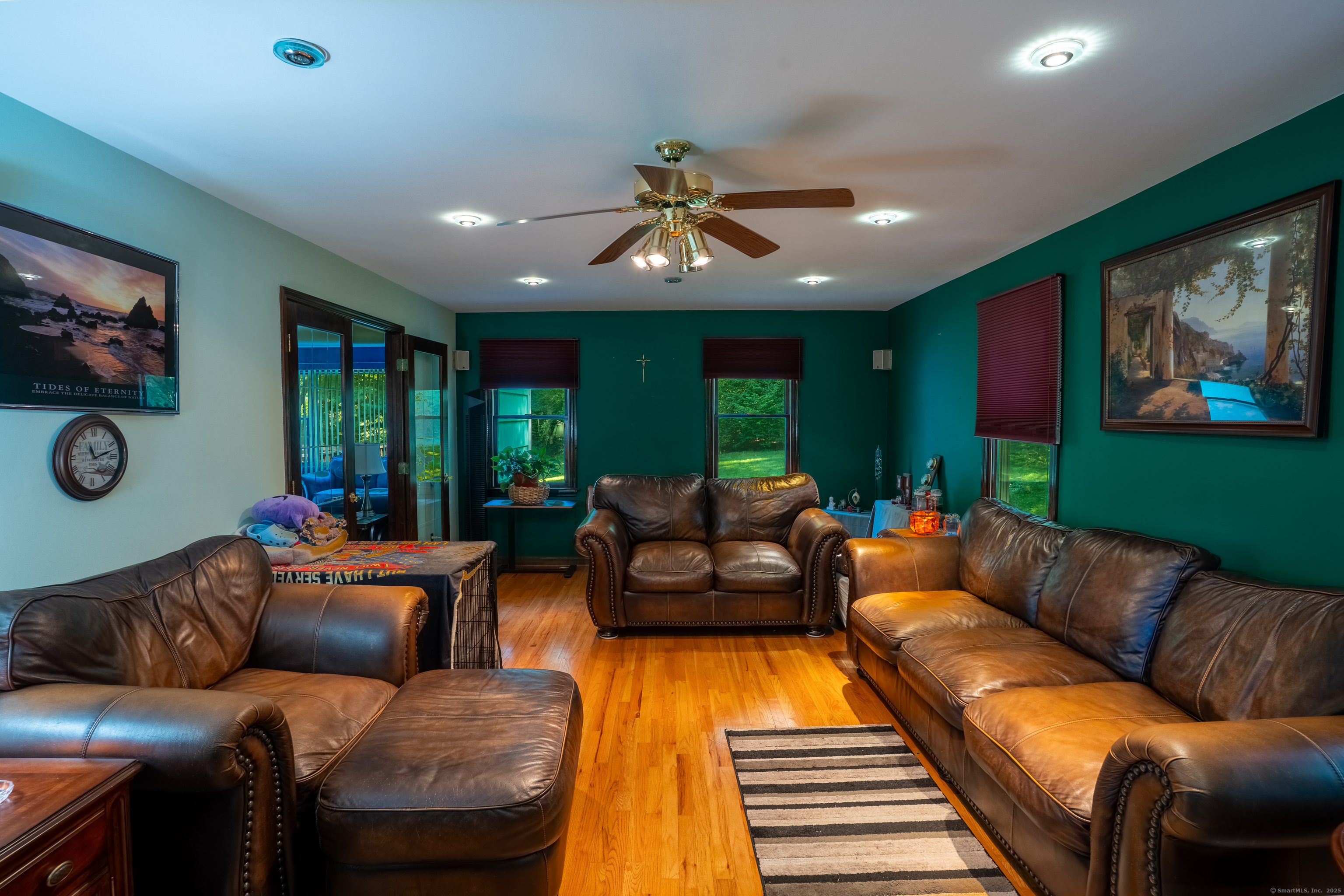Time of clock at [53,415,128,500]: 11:12
